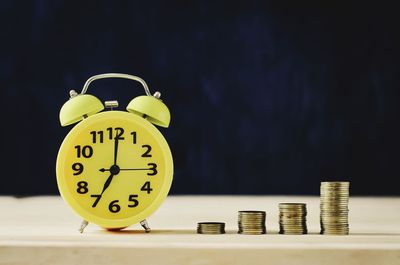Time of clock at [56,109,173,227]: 7:00
